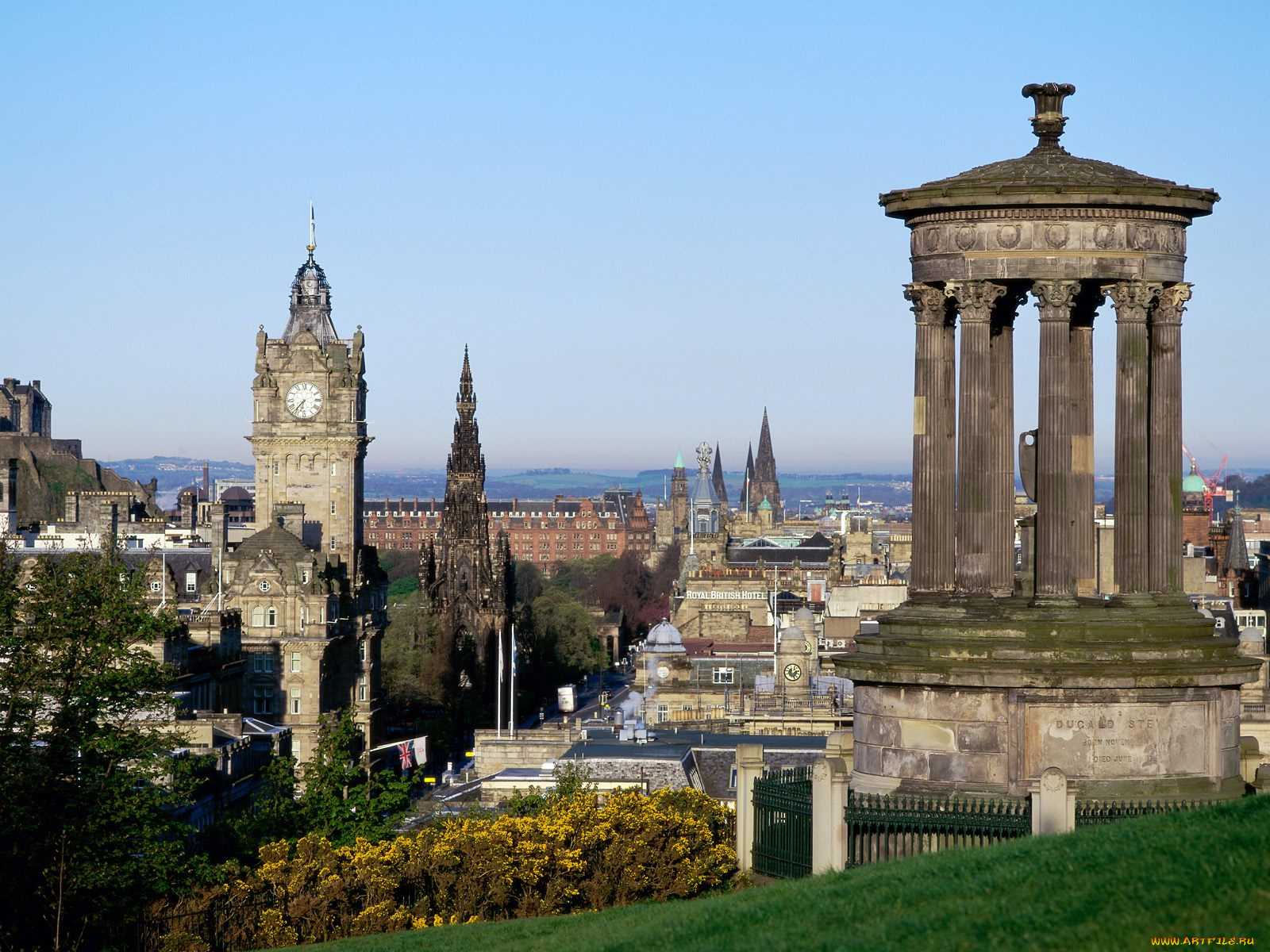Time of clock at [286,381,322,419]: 6:36
